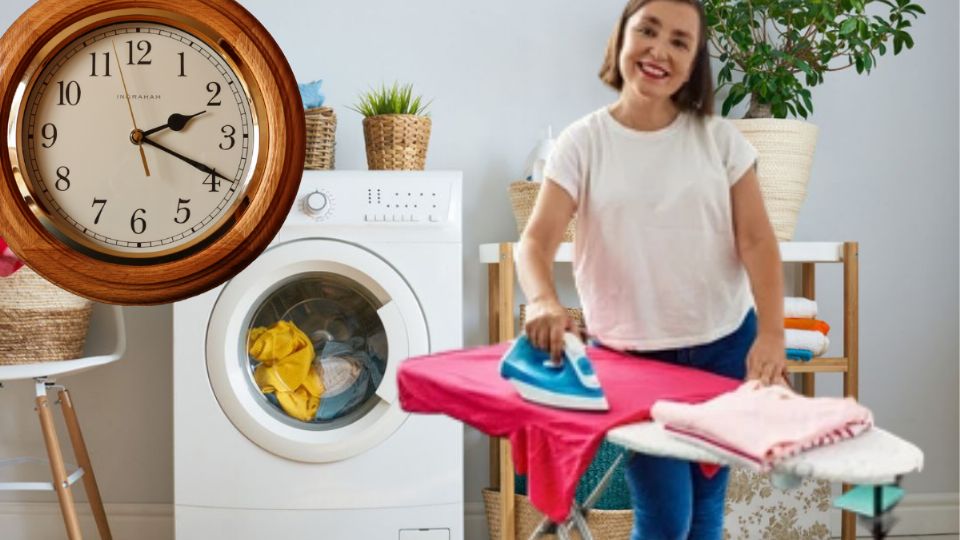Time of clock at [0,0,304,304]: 2:19
